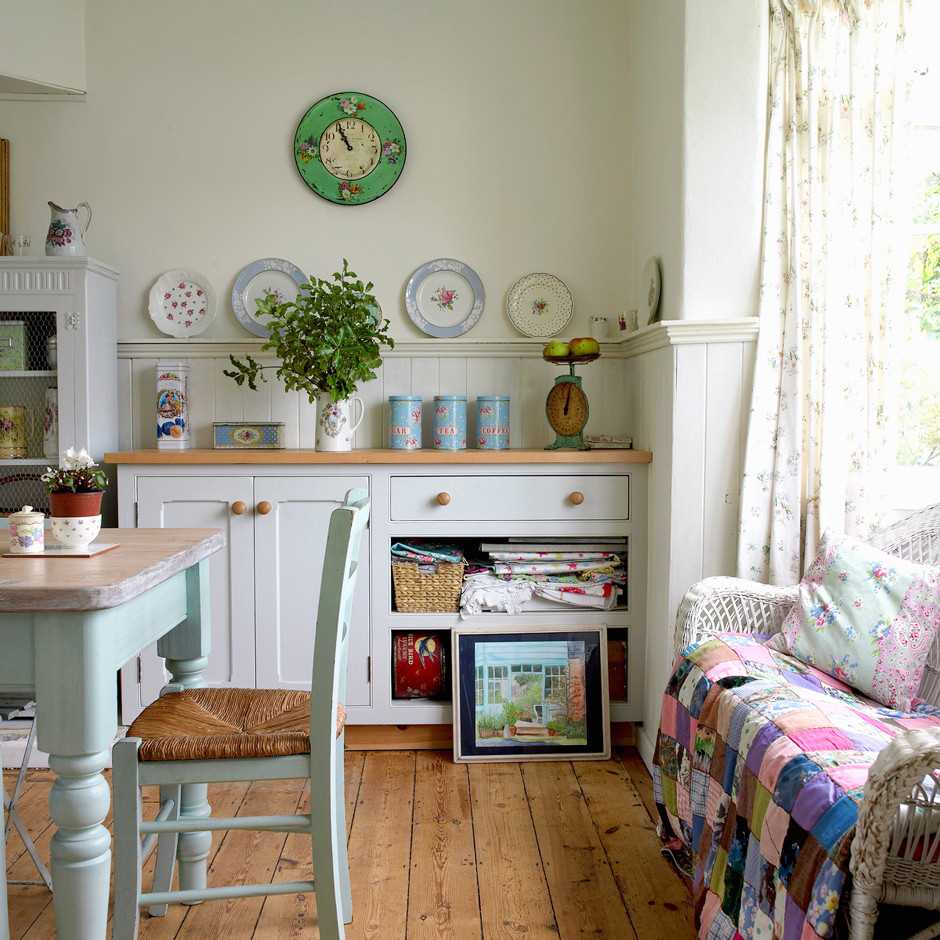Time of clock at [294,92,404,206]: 10:55
